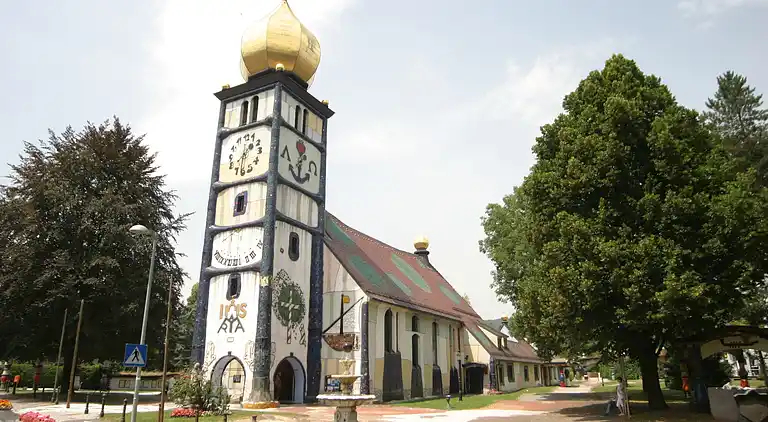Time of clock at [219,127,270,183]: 1:31
